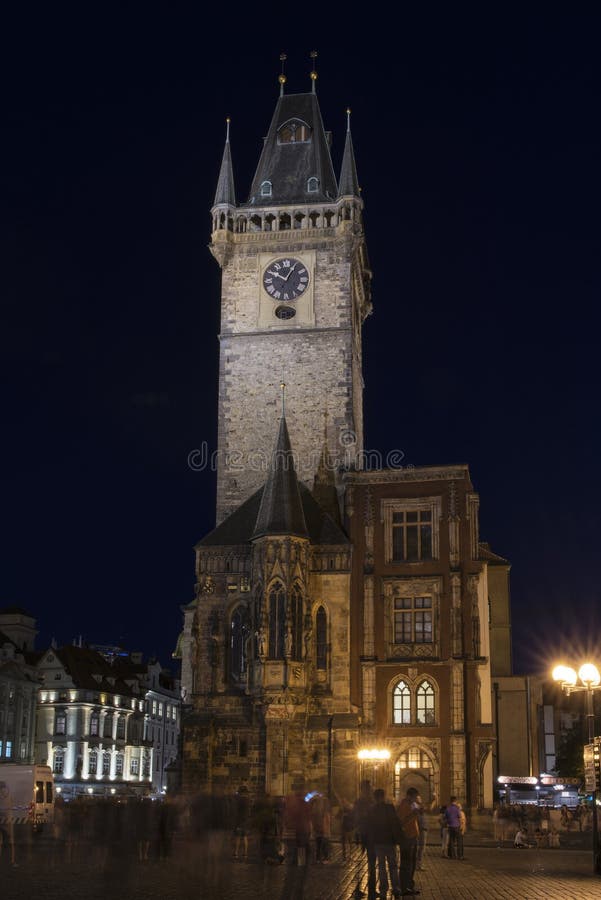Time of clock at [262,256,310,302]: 10:04
